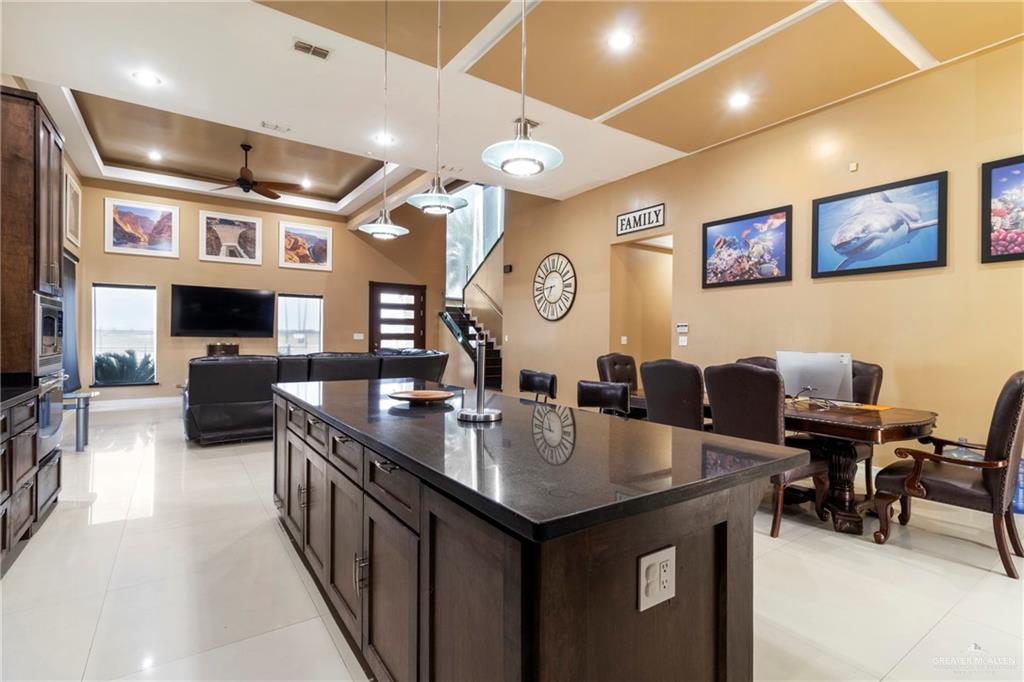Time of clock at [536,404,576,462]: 11:46
